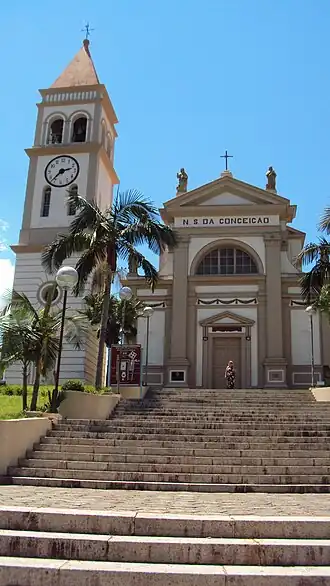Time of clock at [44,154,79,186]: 2:36
